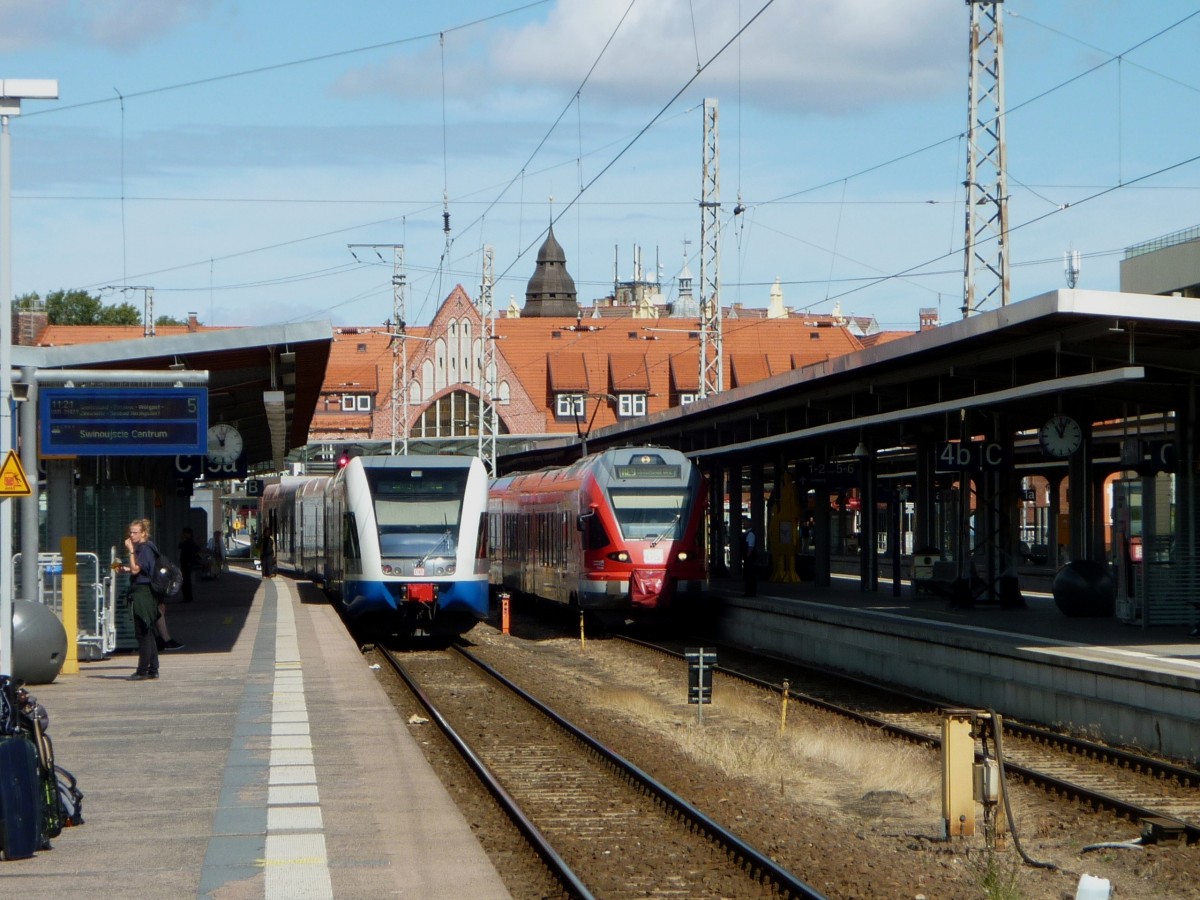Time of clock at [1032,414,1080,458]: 11:03
